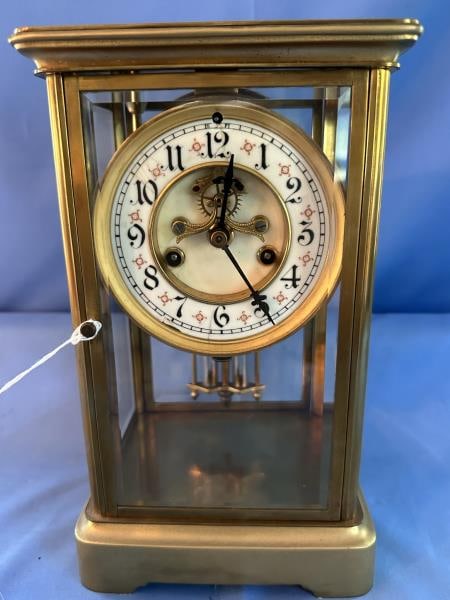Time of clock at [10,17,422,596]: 12:24
